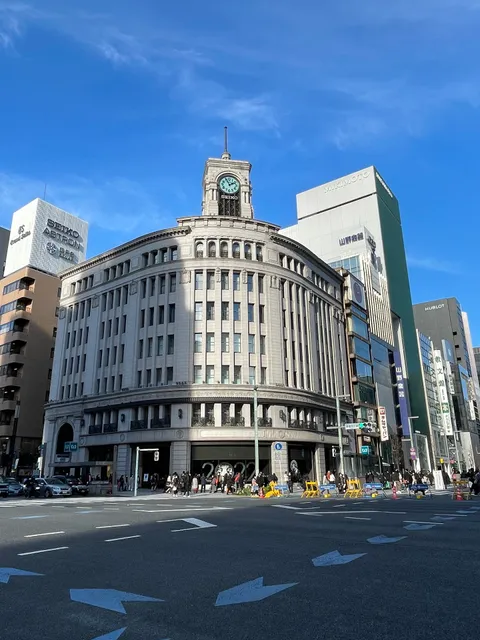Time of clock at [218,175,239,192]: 1:56
